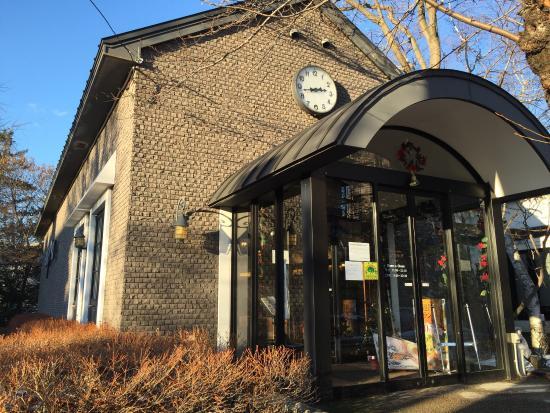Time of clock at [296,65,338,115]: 2:43
